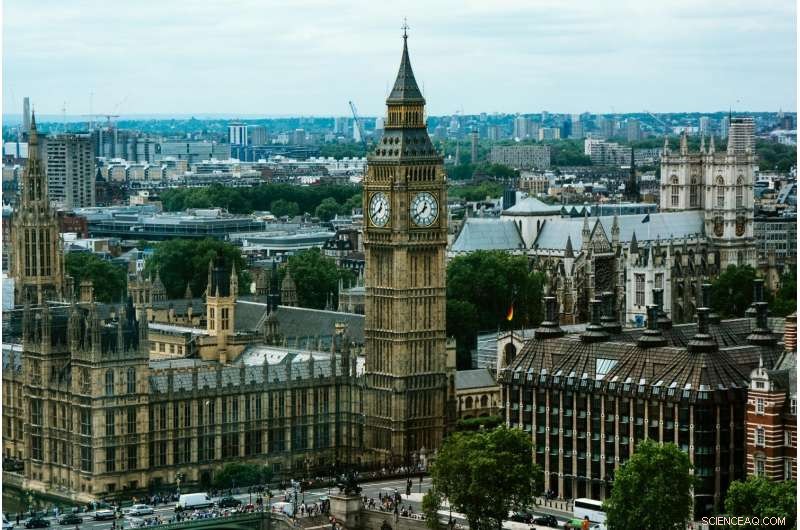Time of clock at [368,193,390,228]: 12:40
